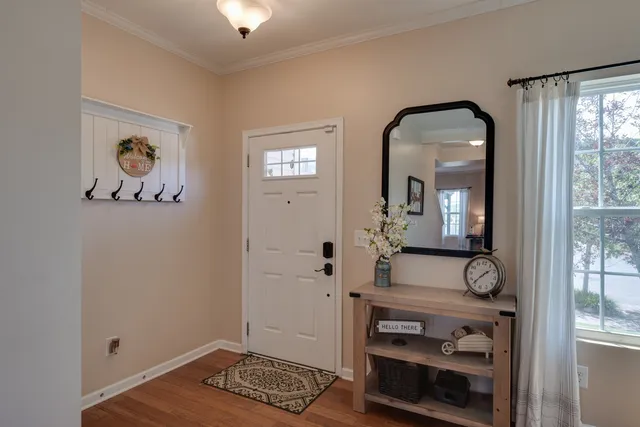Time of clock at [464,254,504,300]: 1:36
